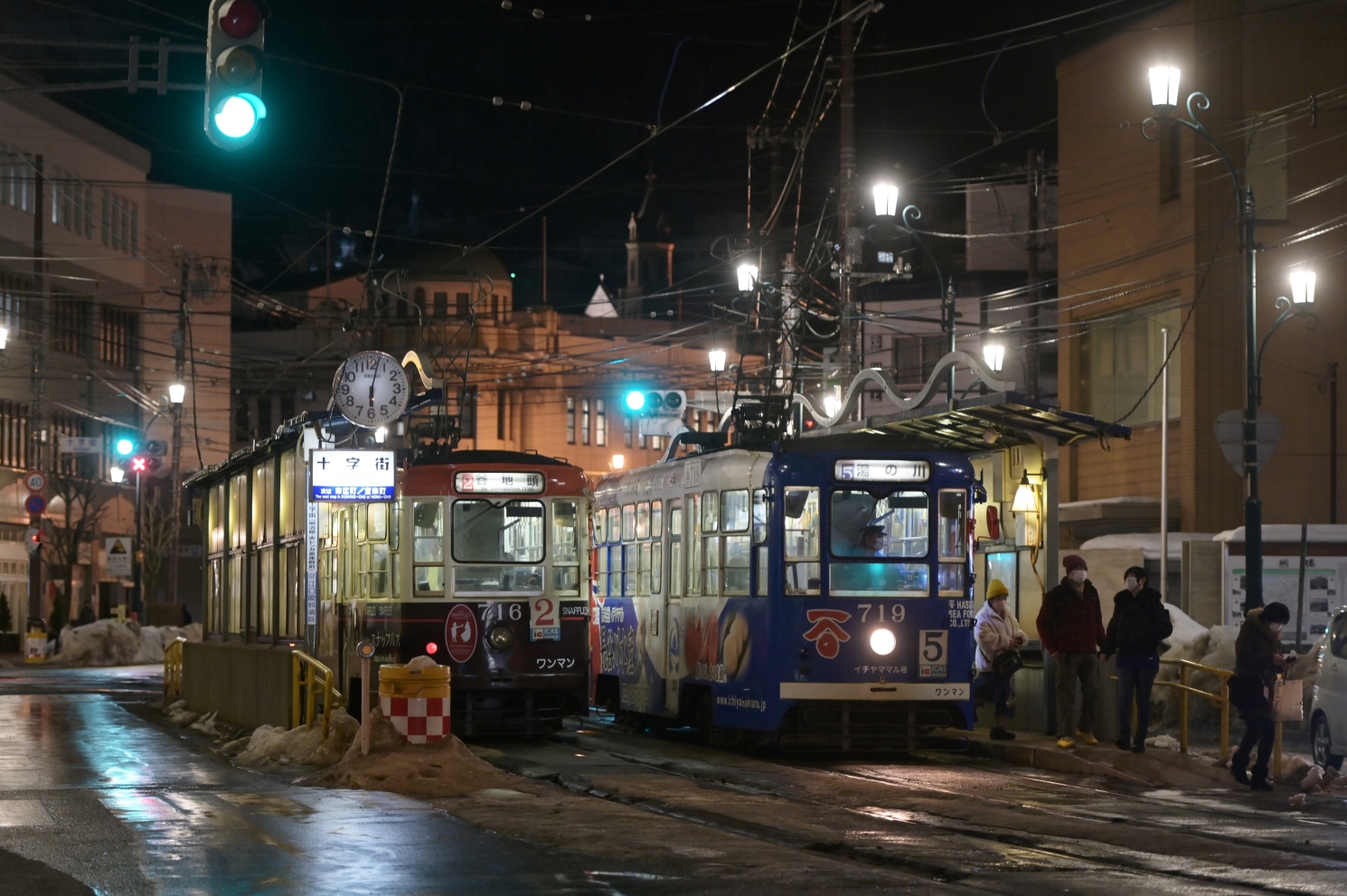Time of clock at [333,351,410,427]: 6:02
